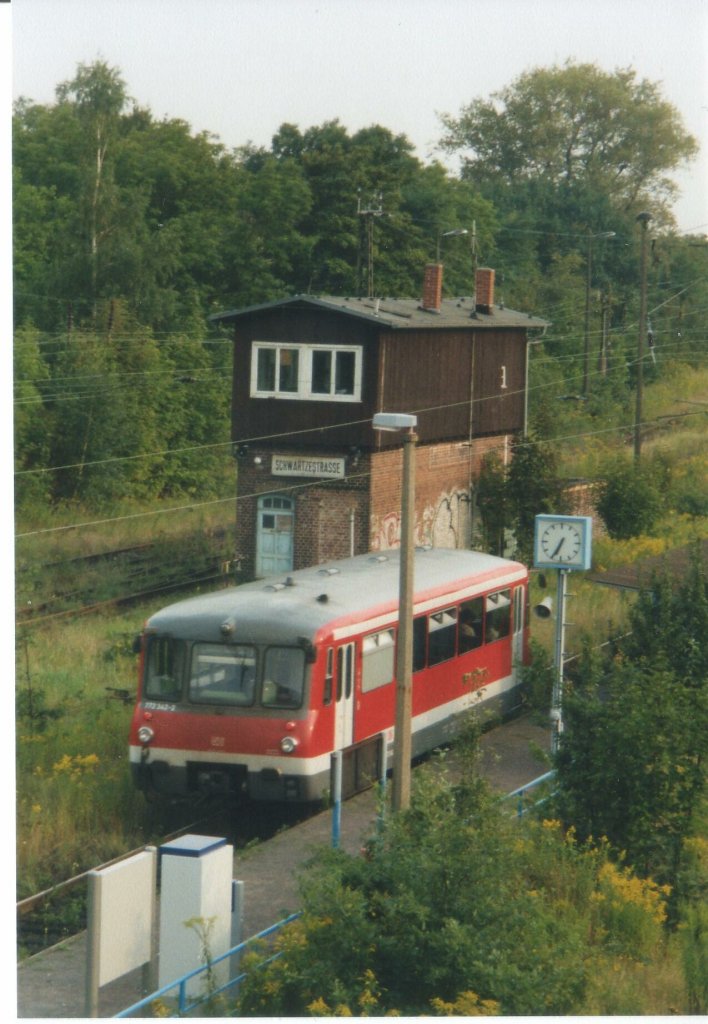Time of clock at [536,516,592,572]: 6:34
